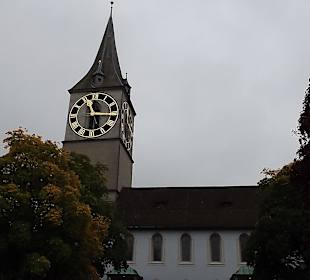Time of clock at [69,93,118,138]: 11:15
